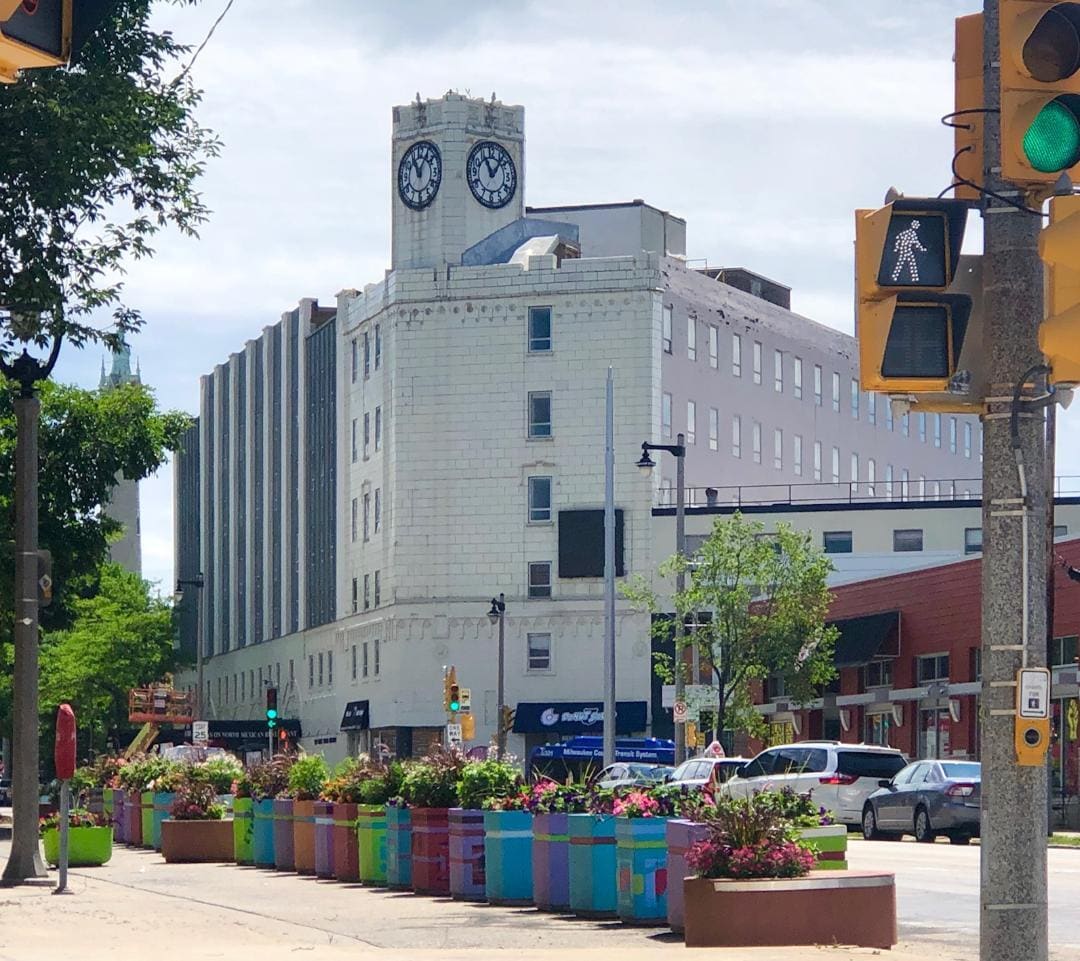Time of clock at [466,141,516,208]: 11:06
